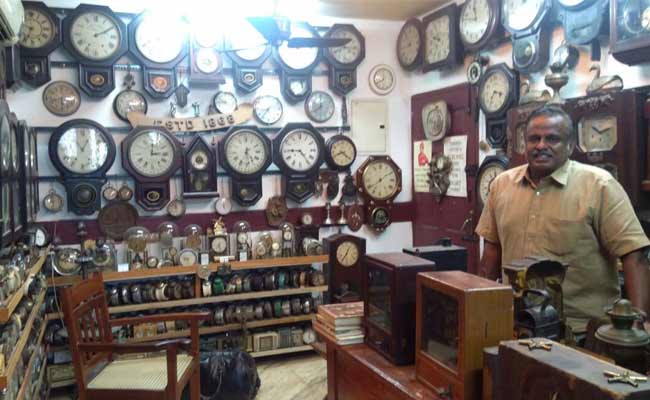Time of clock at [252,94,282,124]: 8:36
